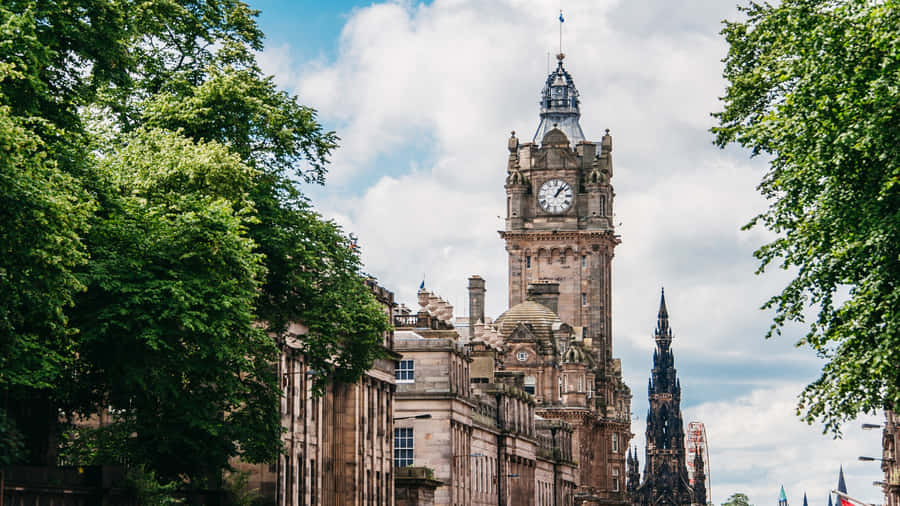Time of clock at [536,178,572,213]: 1:07
